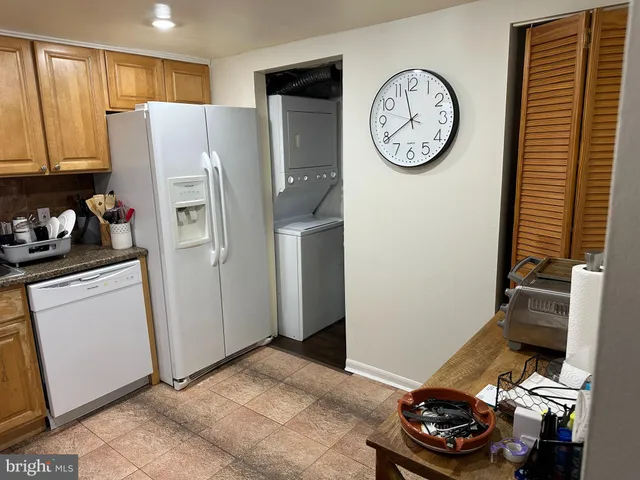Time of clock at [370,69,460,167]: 11:39
